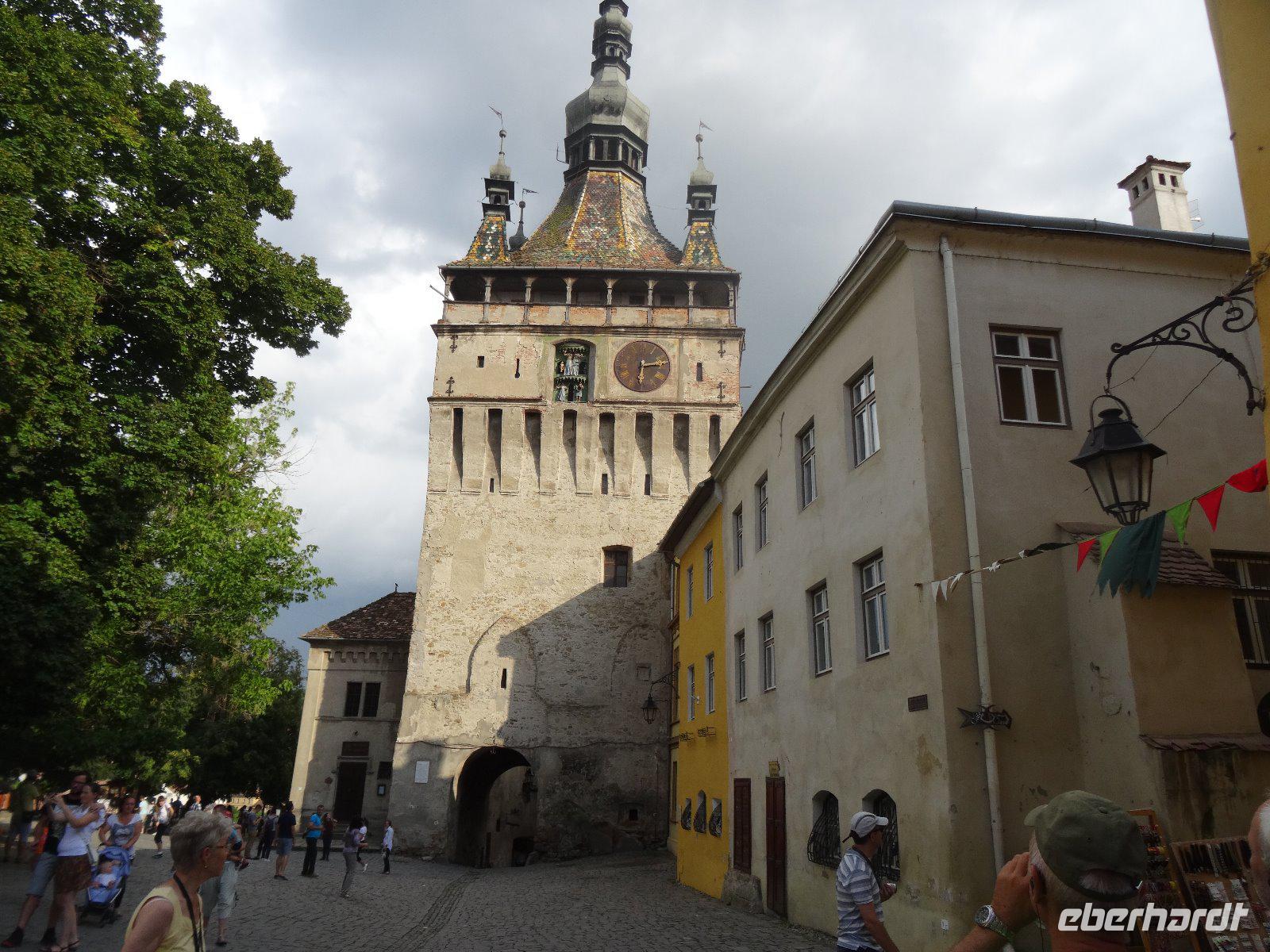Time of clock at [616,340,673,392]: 6:13
